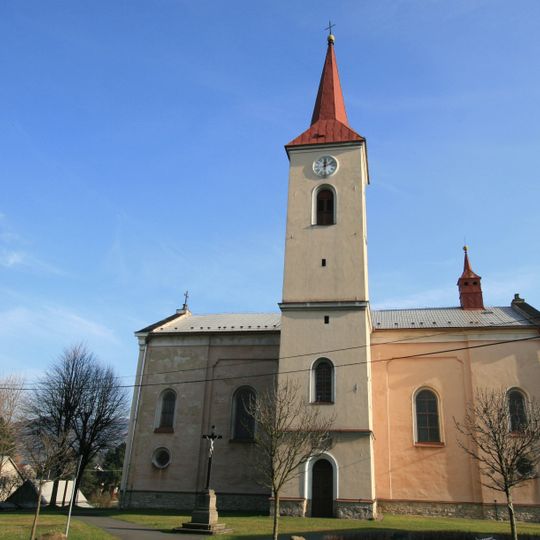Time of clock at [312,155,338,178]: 12:11
